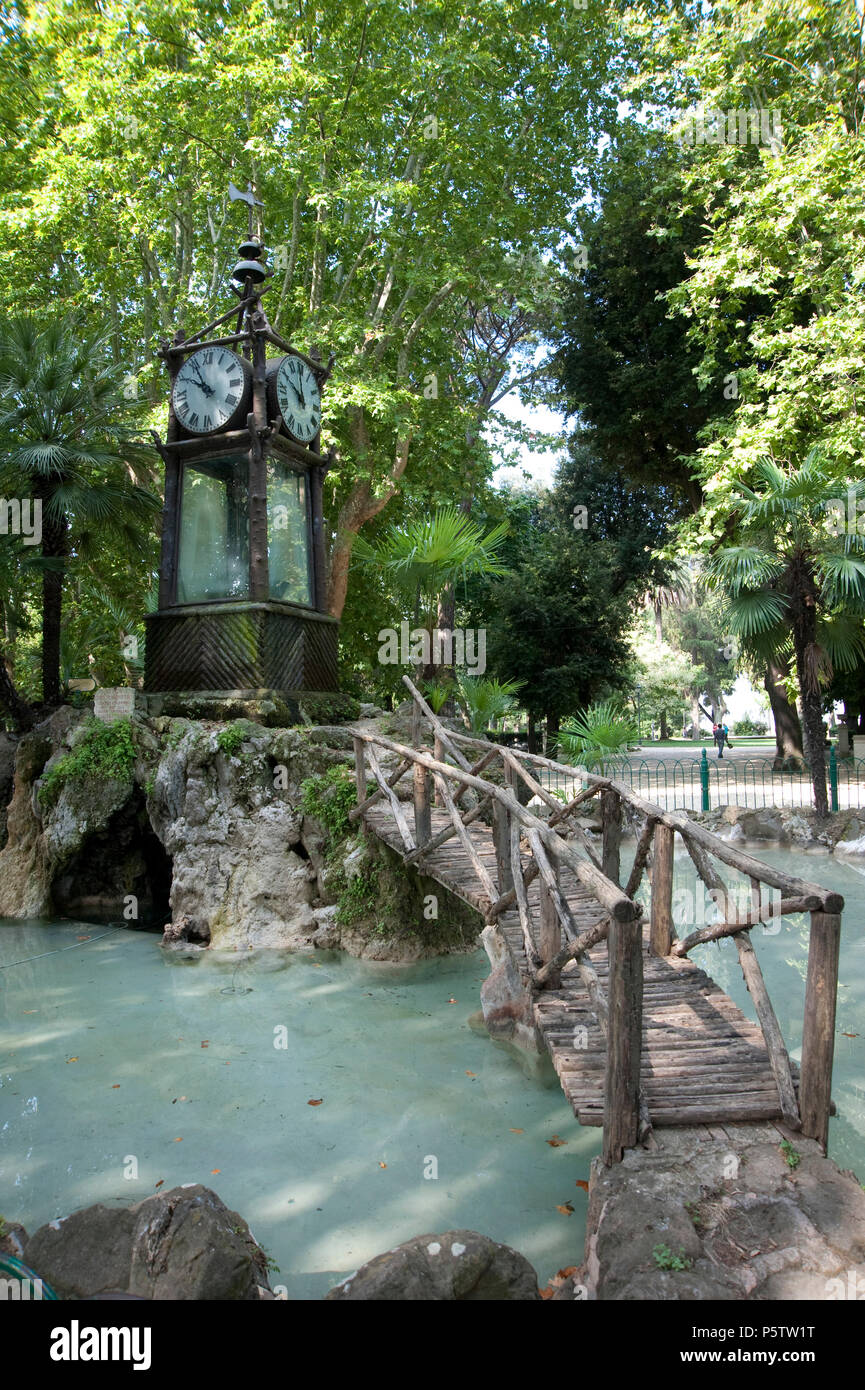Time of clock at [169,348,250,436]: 9:55
